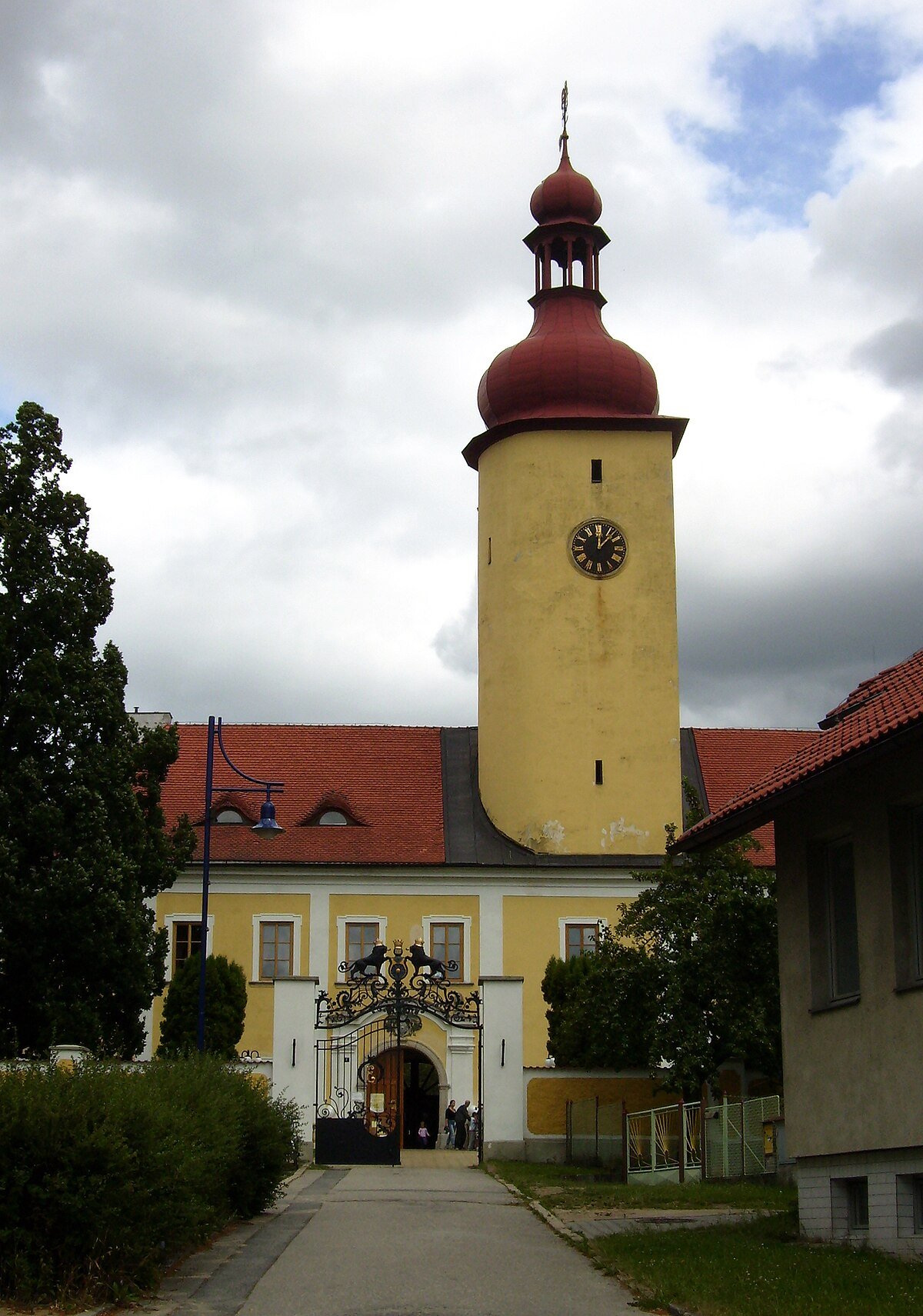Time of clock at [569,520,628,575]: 12:07
